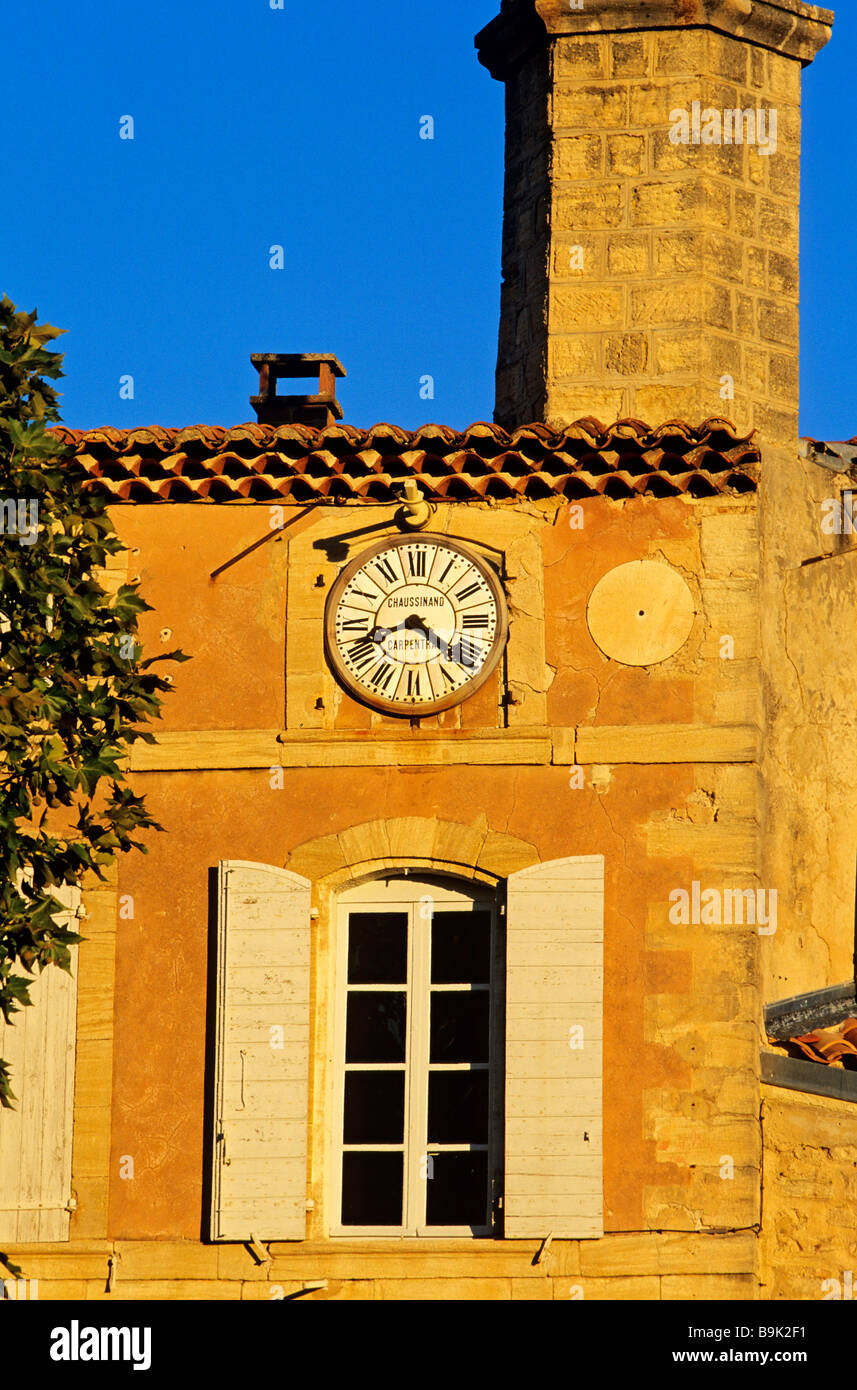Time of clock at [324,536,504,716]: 8:21
